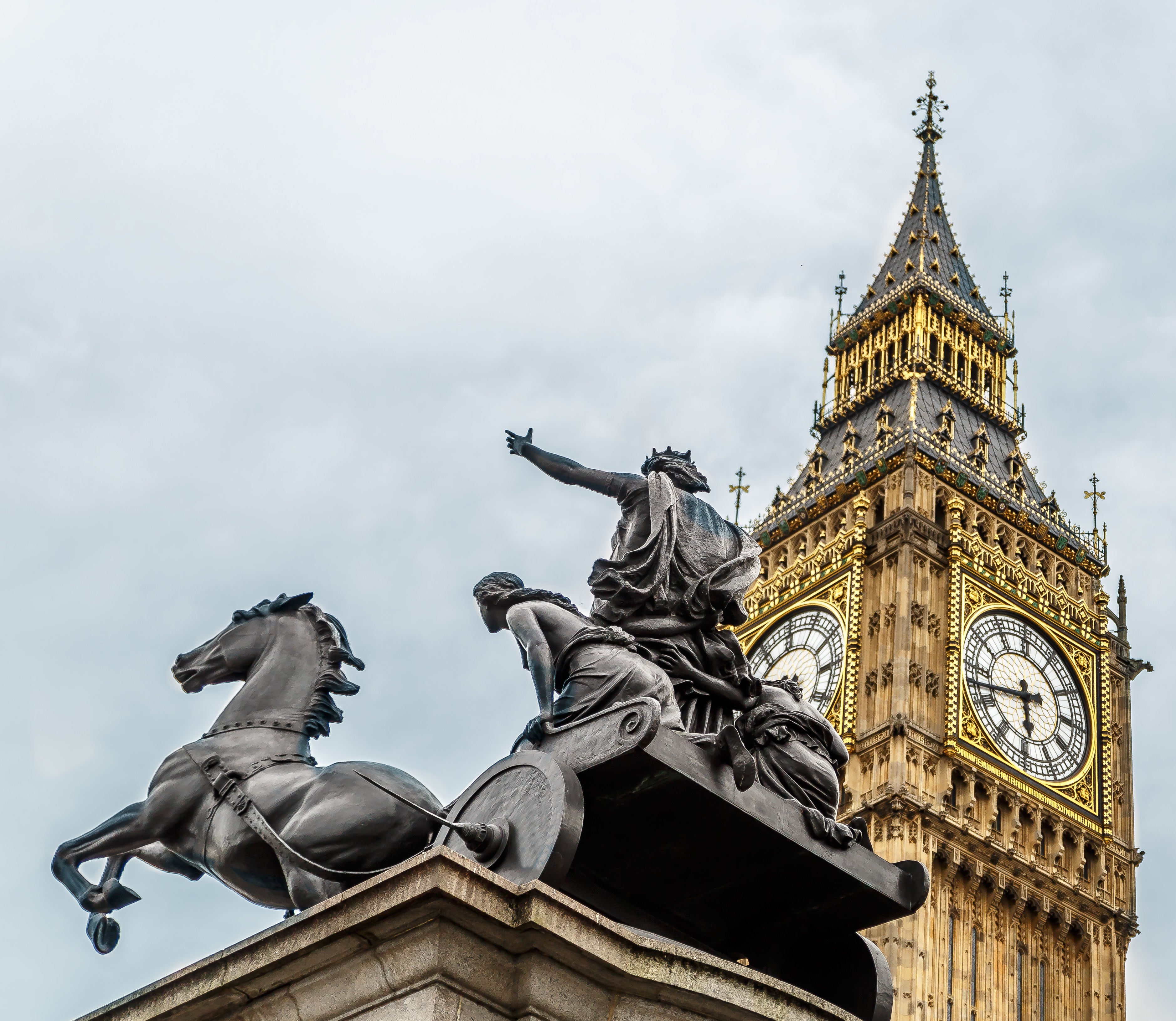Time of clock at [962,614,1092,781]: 5:42
